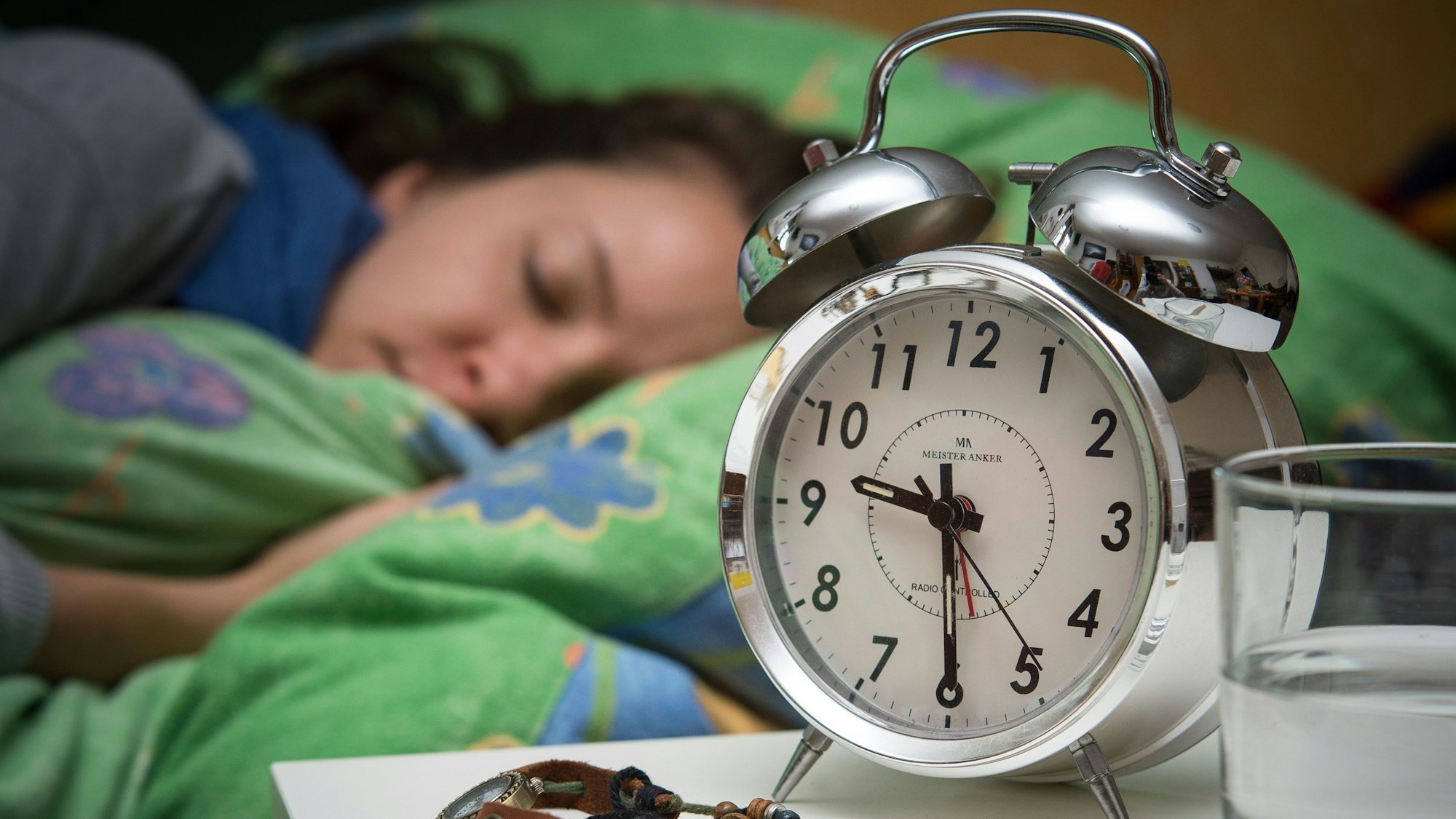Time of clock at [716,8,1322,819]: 9:30
